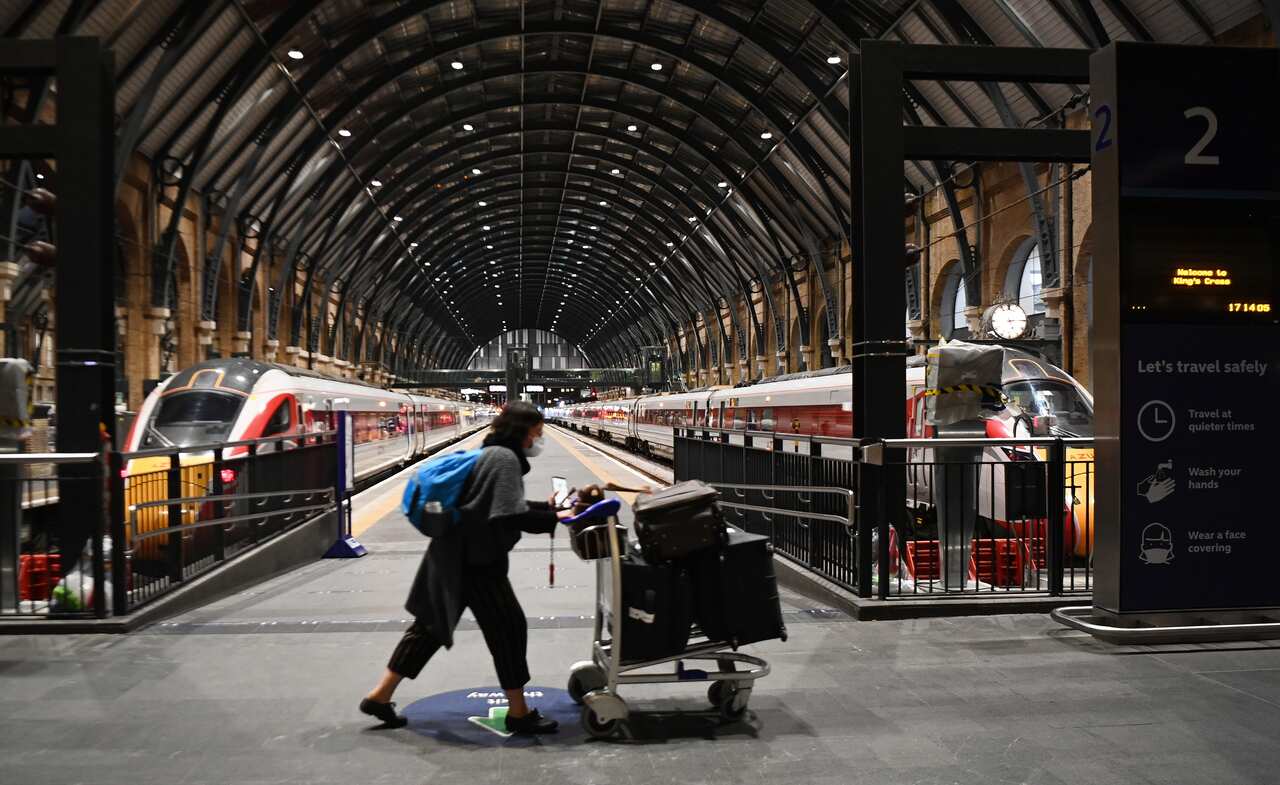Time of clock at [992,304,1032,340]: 5:14
